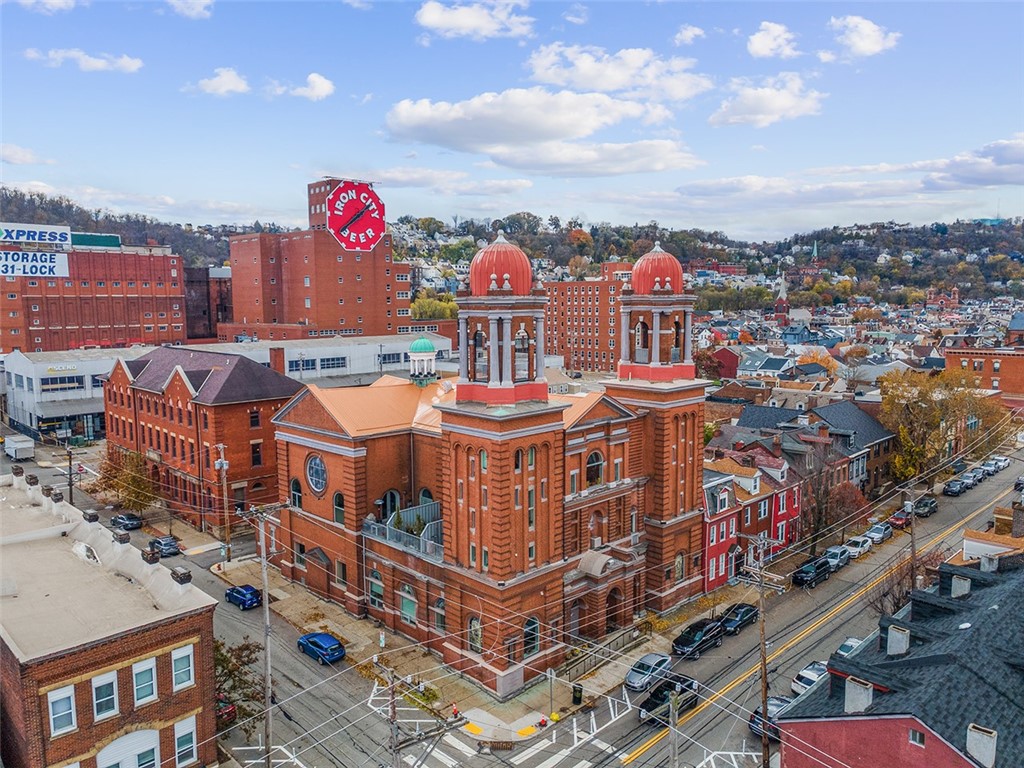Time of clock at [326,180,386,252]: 1:38
